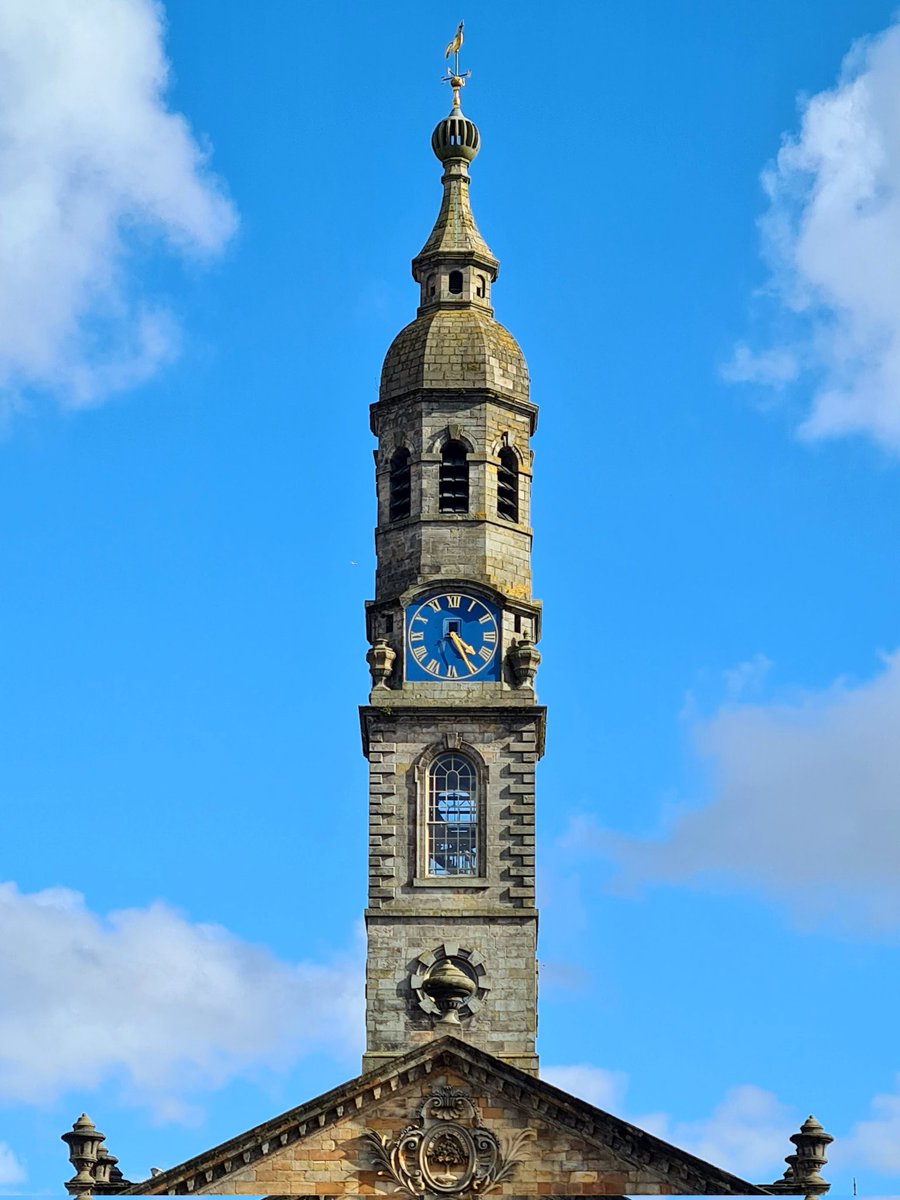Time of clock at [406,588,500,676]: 4:25
